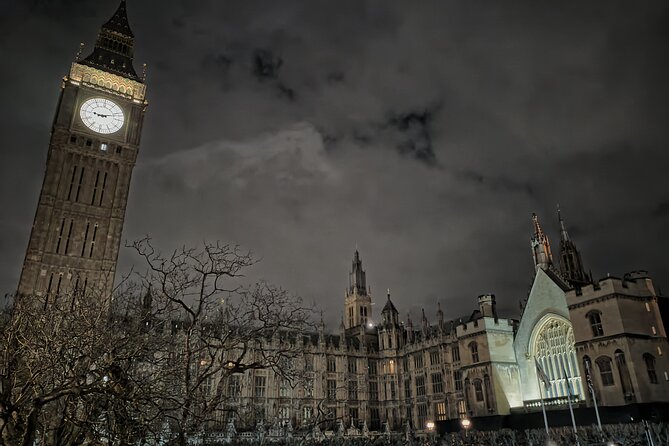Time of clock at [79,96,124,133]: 9:11
